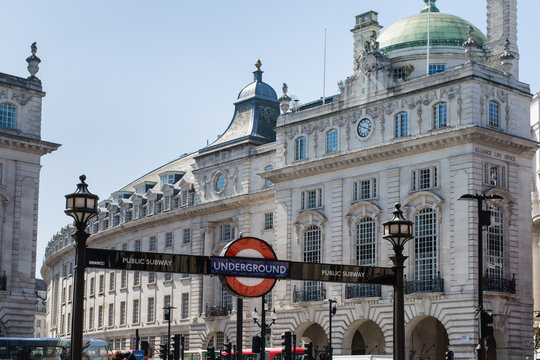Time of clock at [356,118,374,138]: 3:48
